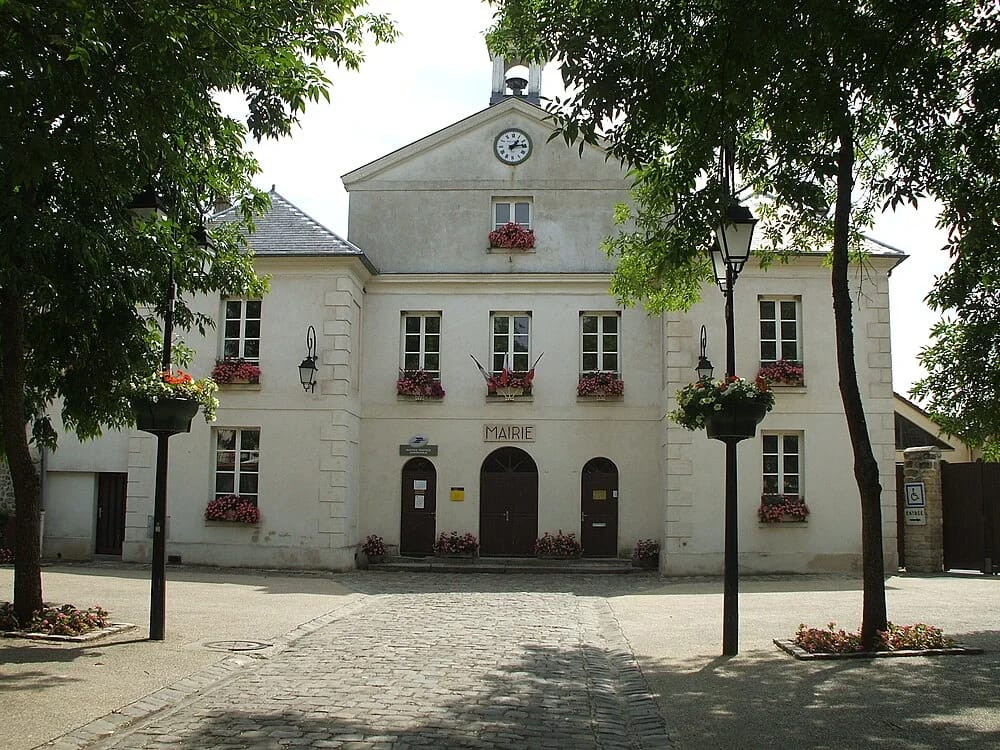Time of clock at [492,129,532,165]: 1:13
